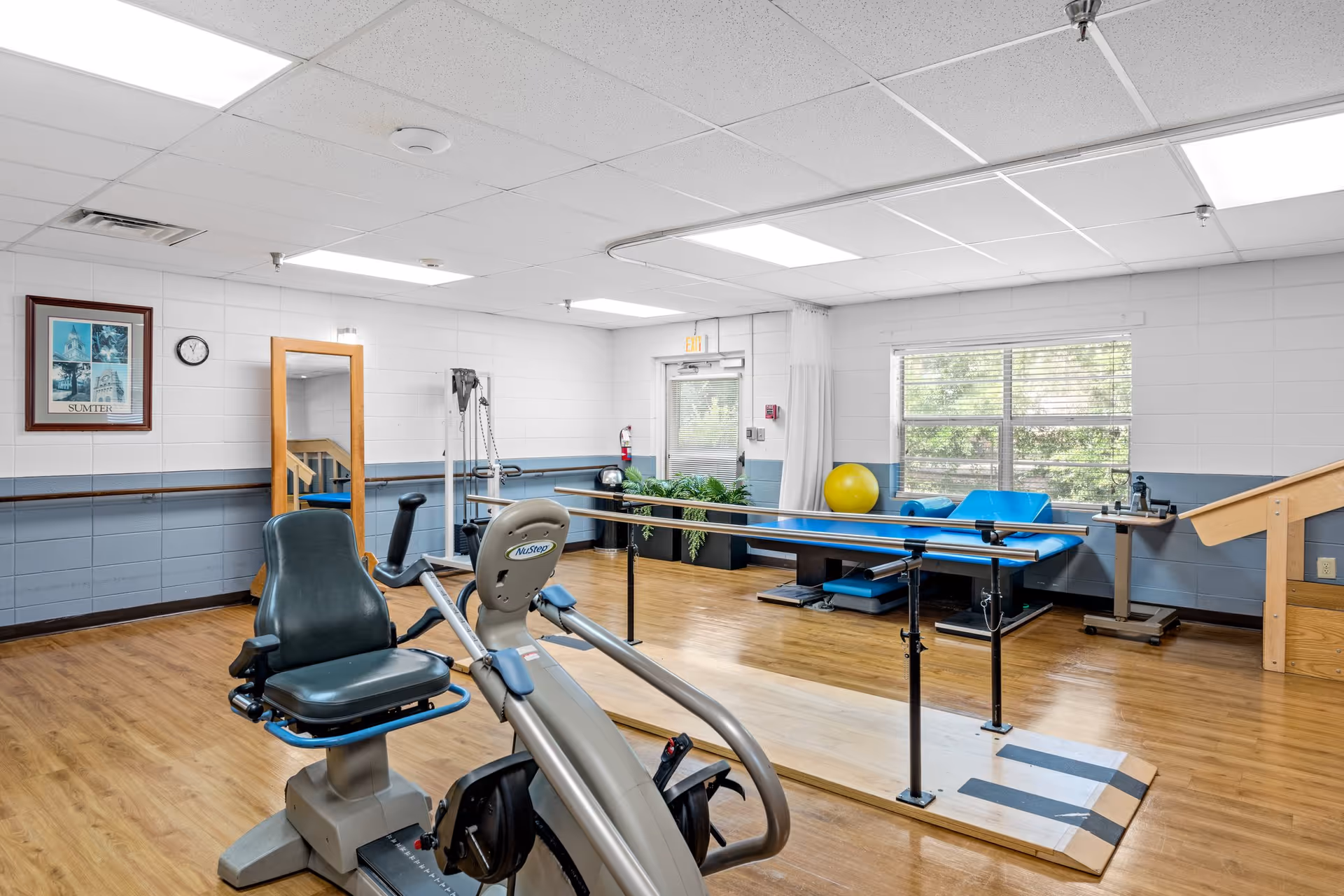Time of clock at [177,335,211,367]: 11:03
